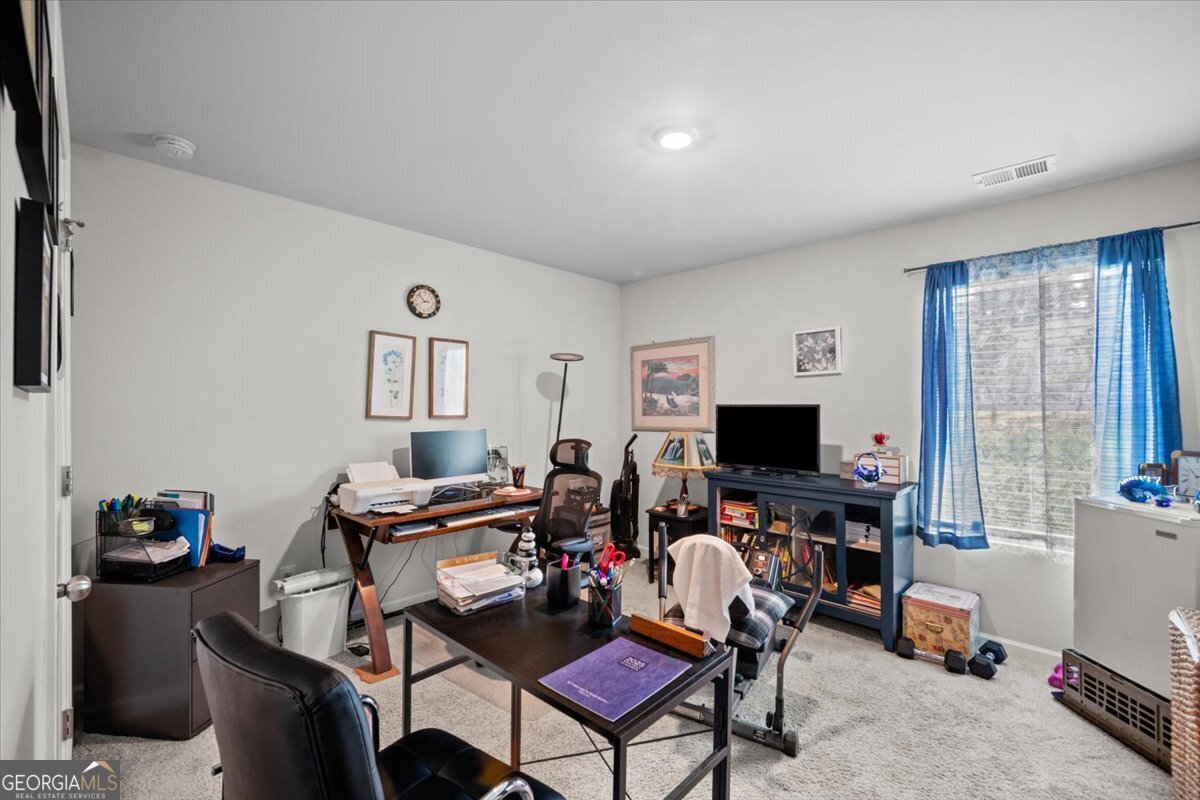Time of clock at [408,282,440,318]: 2:54
